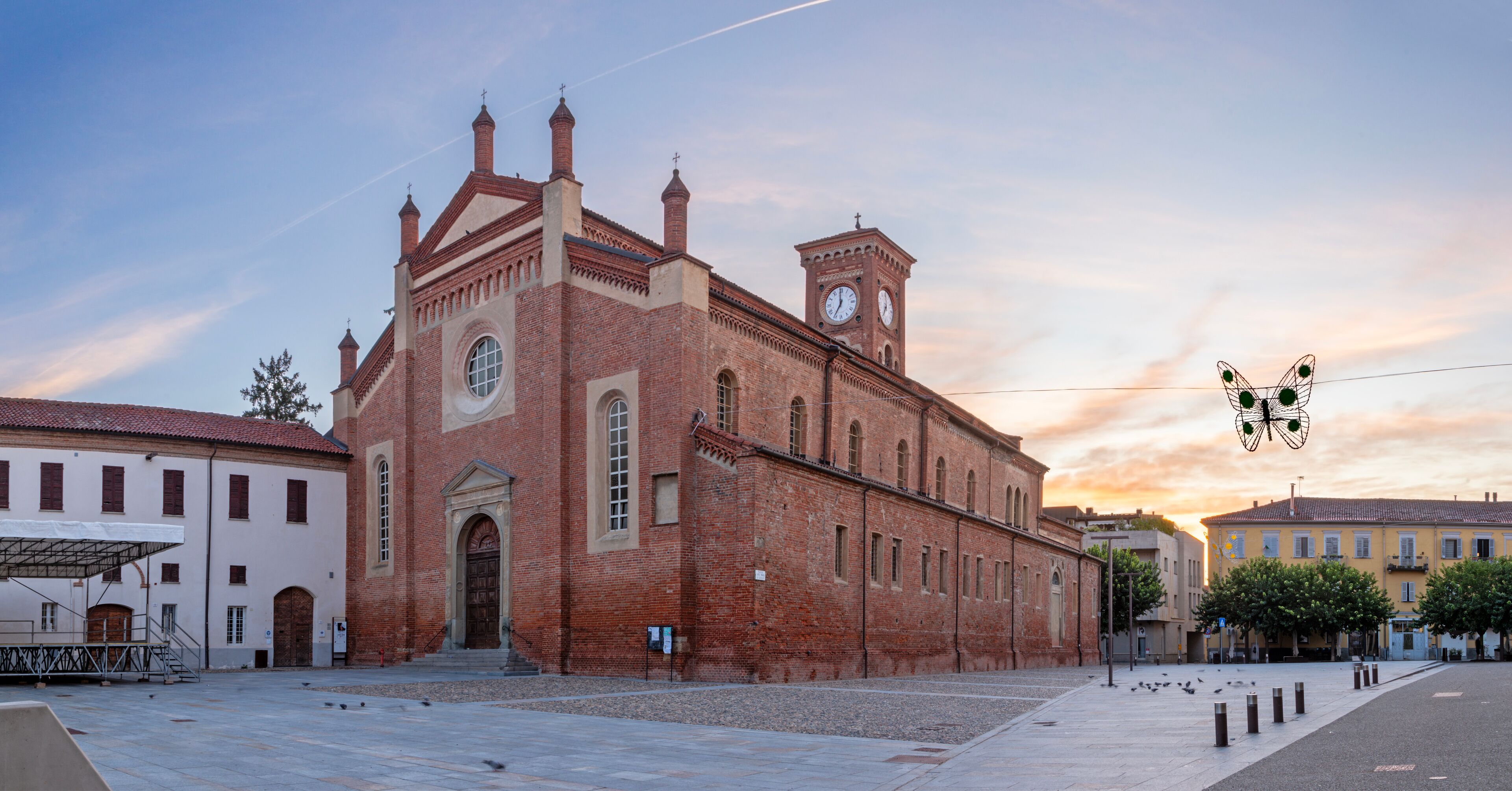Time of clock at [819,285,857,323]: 6:59
